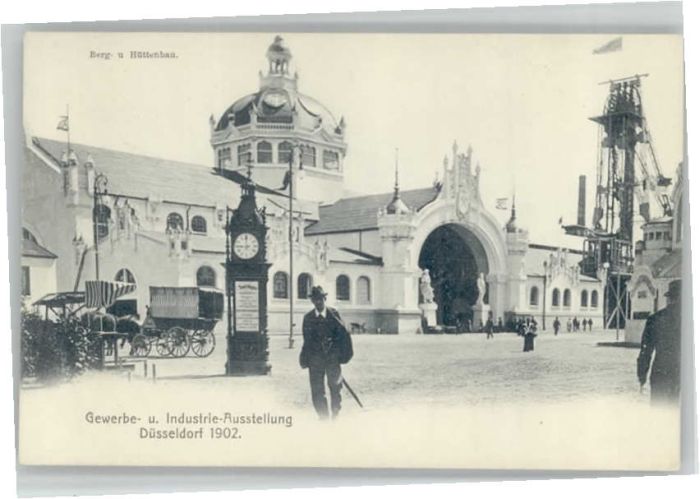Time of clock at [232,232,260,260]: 8:59
